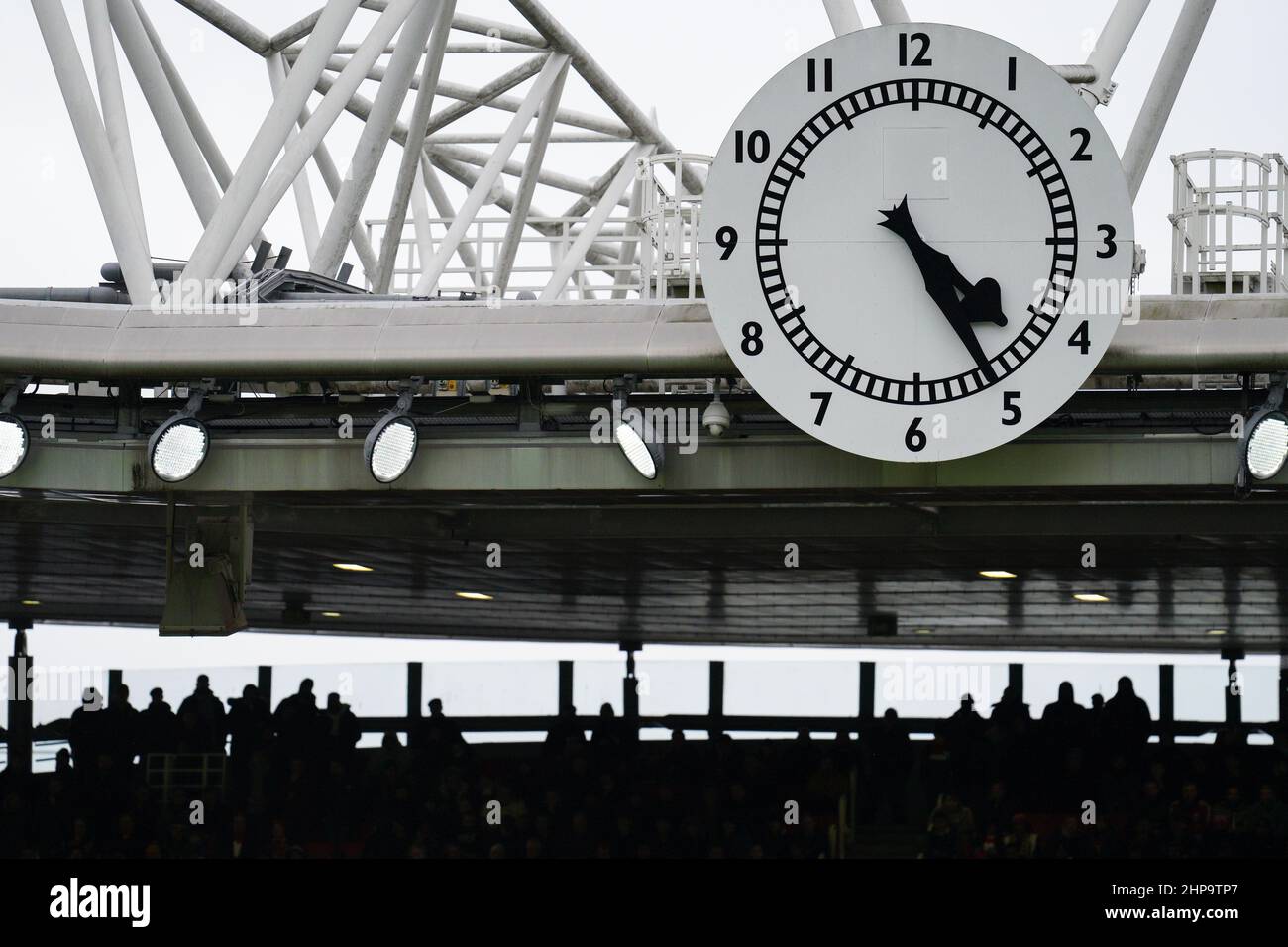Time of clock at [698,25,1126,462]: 4:25
